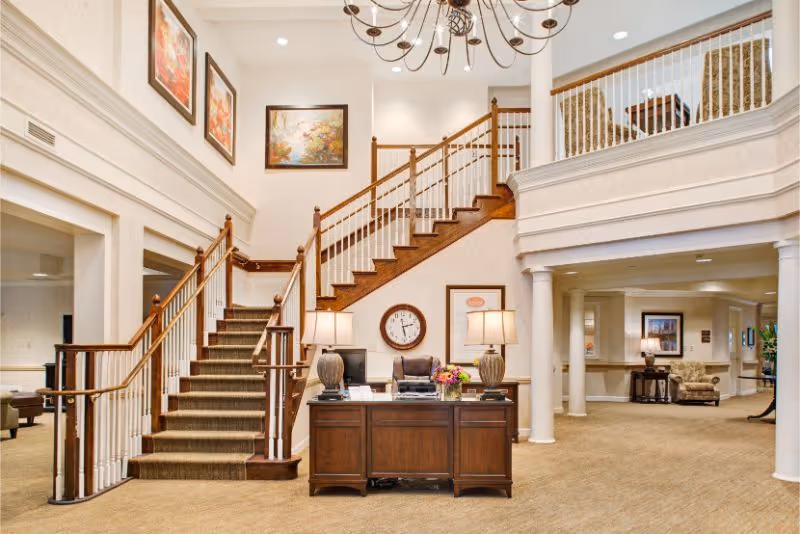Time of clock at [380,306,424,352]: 2:28
